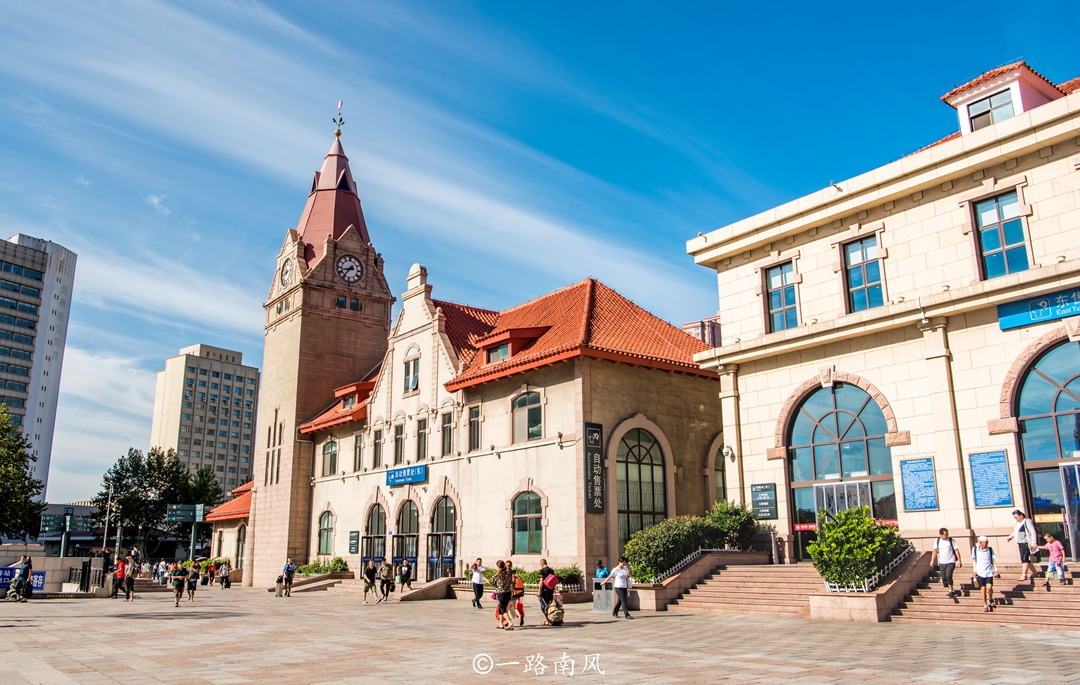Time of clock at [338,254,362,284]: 8:36
